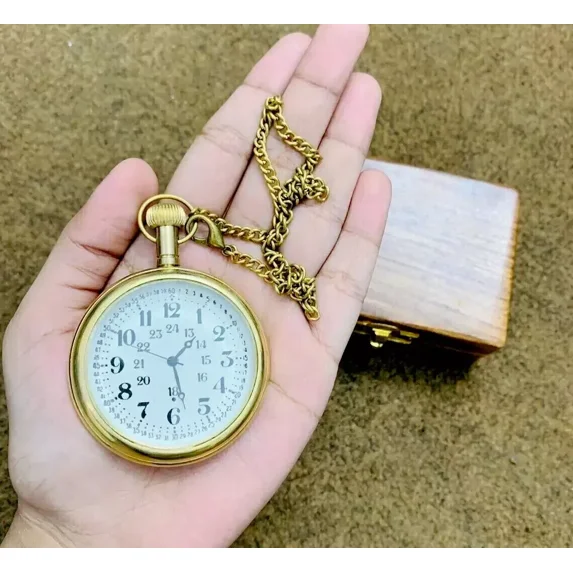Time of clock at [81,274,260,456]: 1:28
